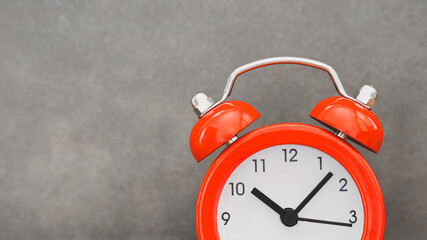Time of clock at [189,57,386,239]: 10:07
